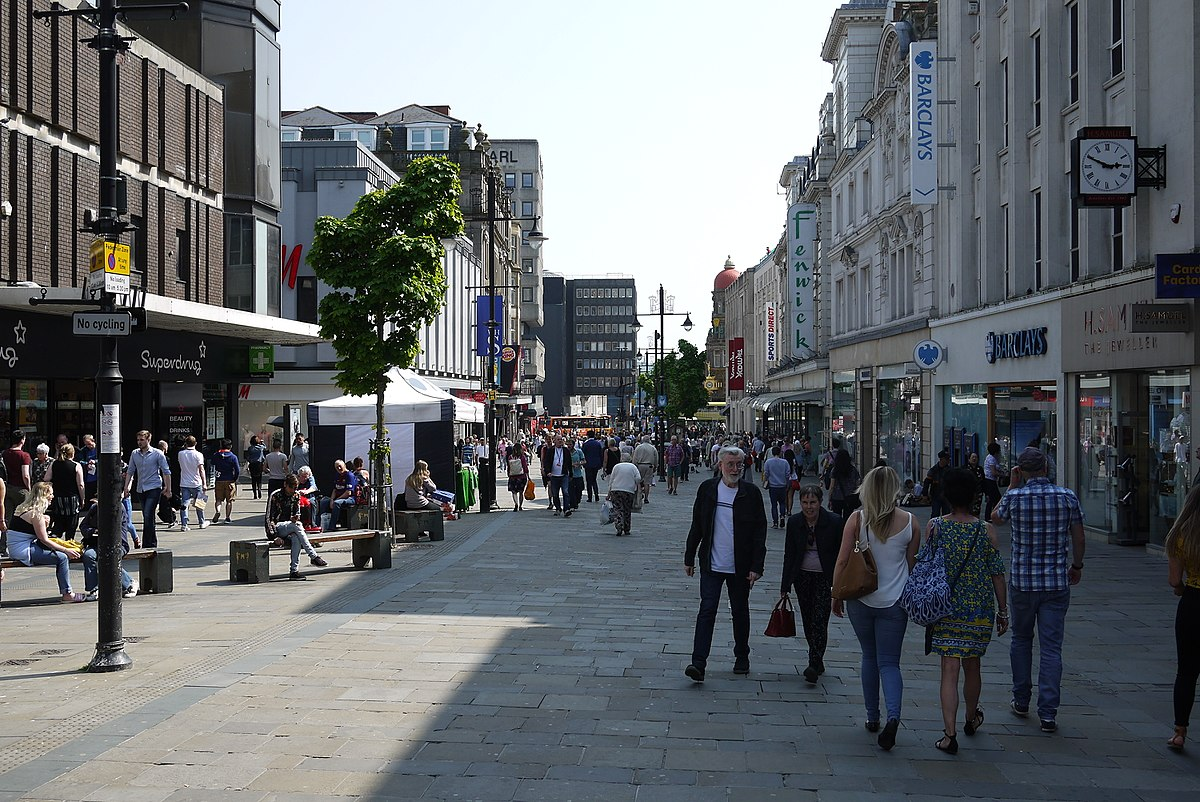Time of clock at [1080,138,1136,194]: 2:49
